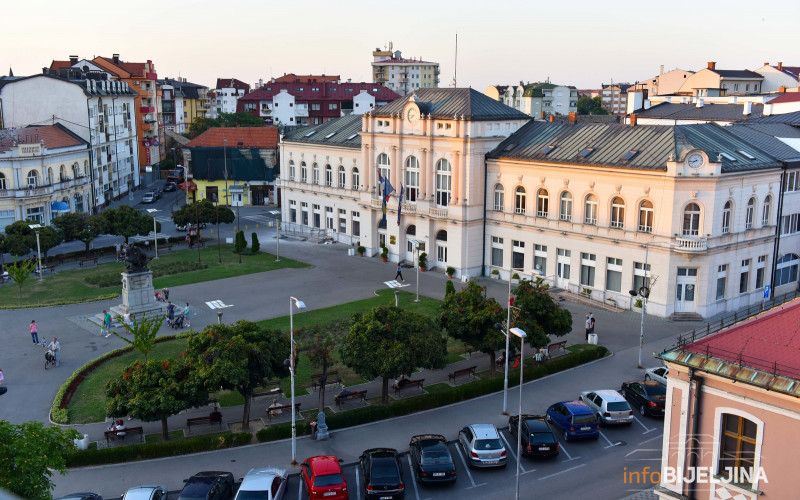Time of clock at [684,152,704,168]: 7:43
